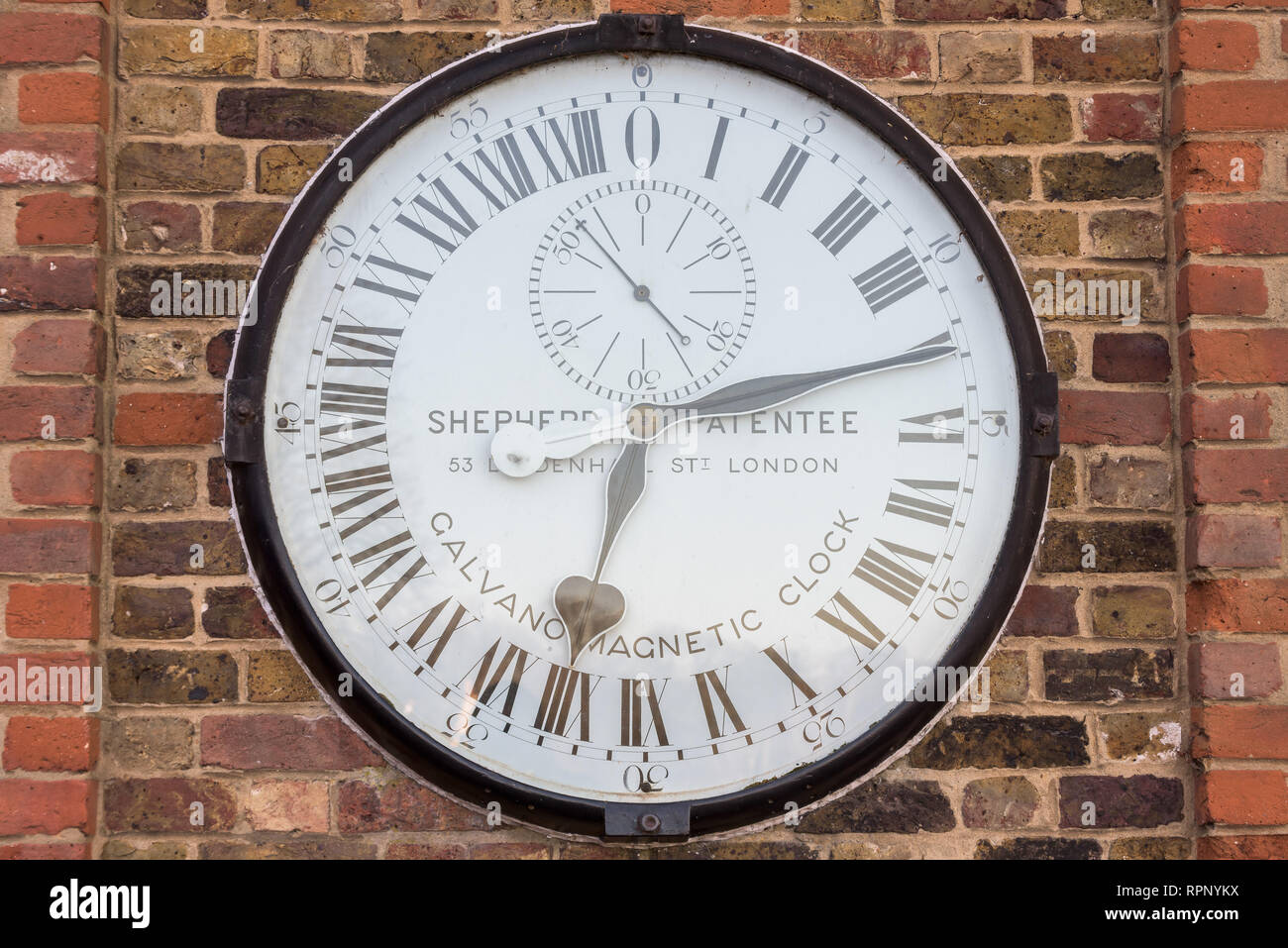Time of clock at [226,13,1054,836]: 11:32
